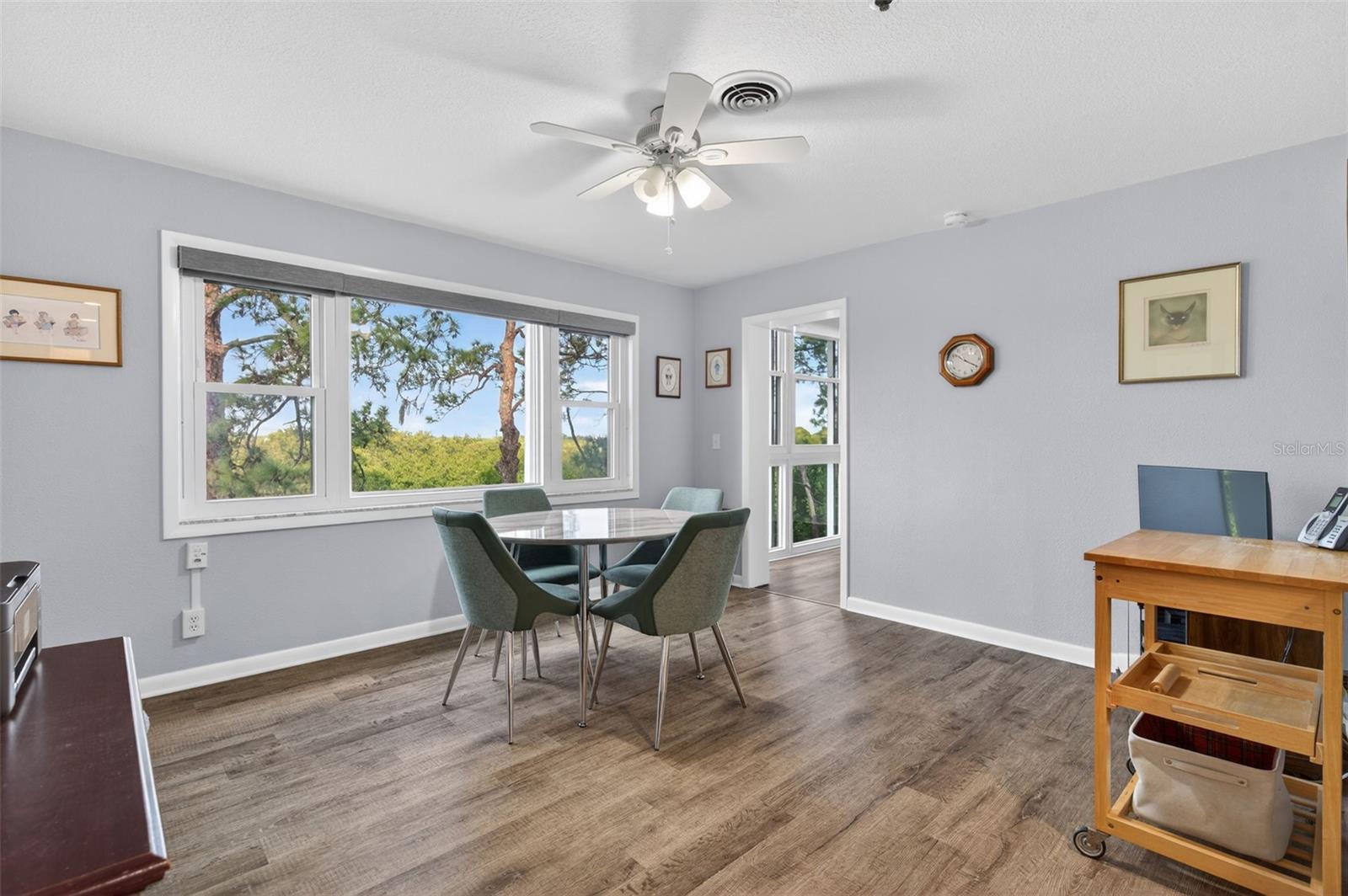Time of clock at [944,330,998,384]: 10:20
